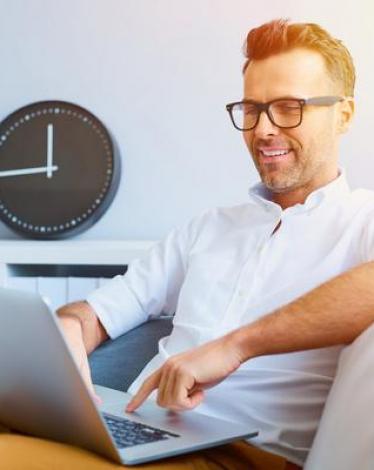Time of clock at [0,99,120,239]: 11:43
